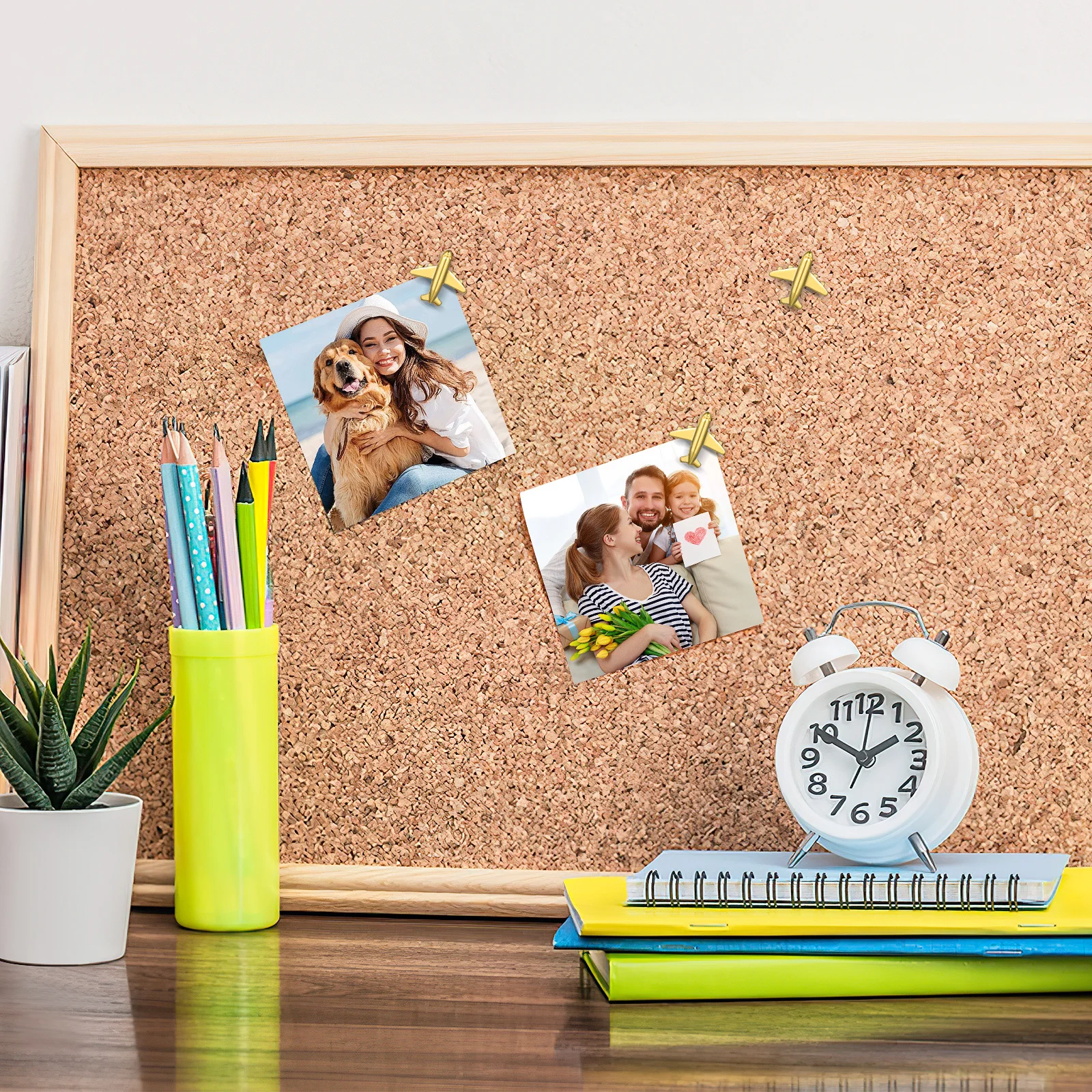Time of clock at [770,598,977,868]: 1:49
